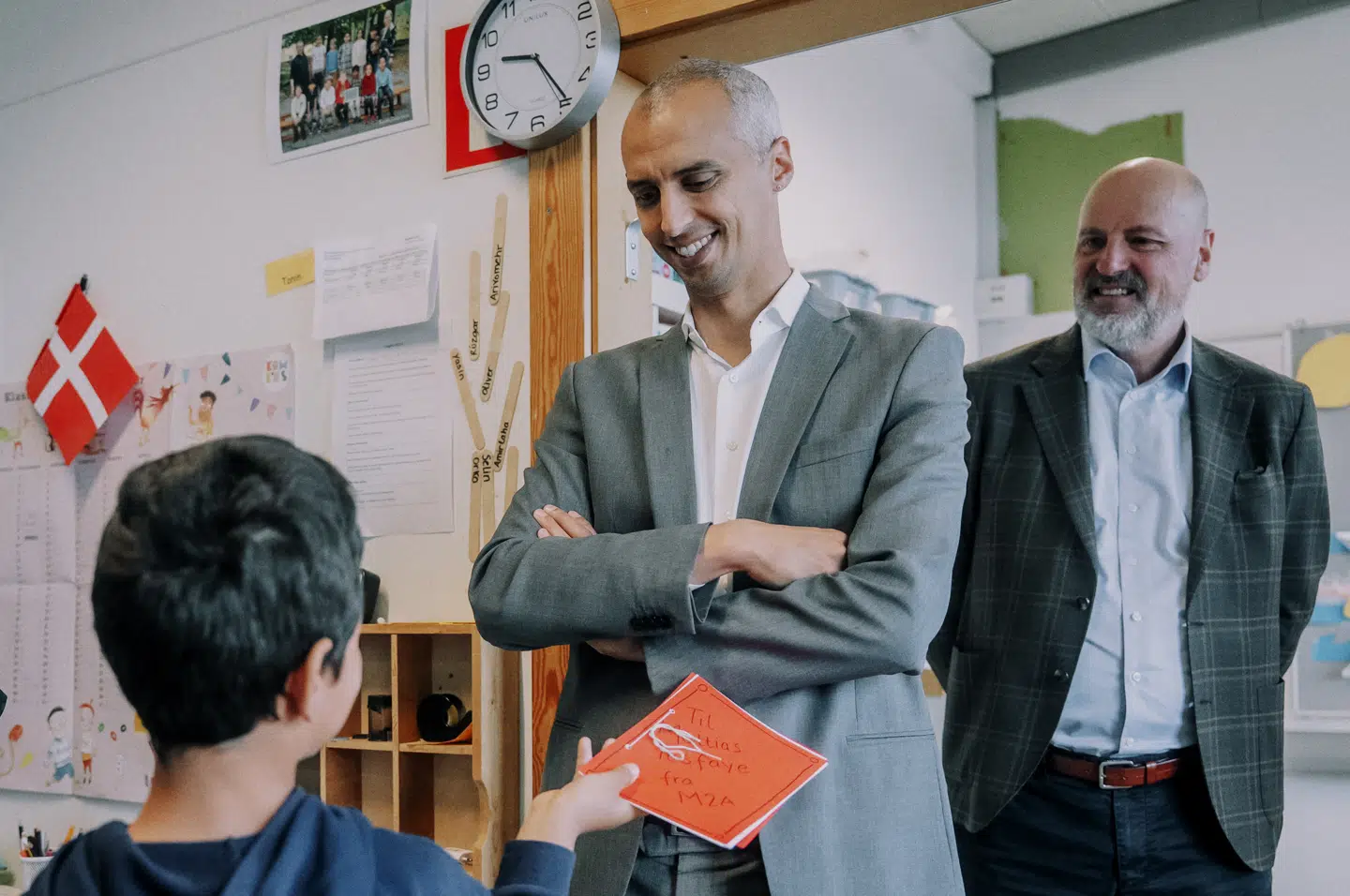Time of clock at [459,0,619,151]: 9:24
